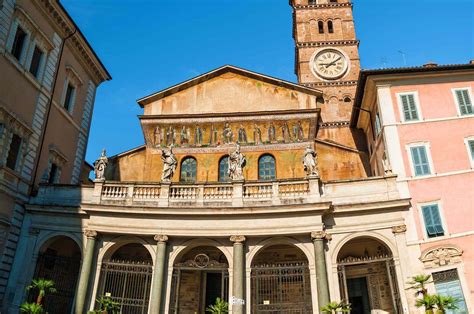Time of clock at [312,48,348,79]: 9:09
